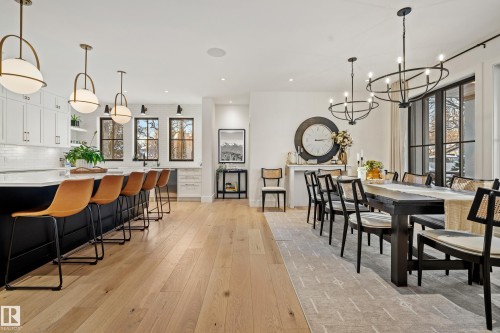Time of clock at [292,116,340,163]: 3:13
